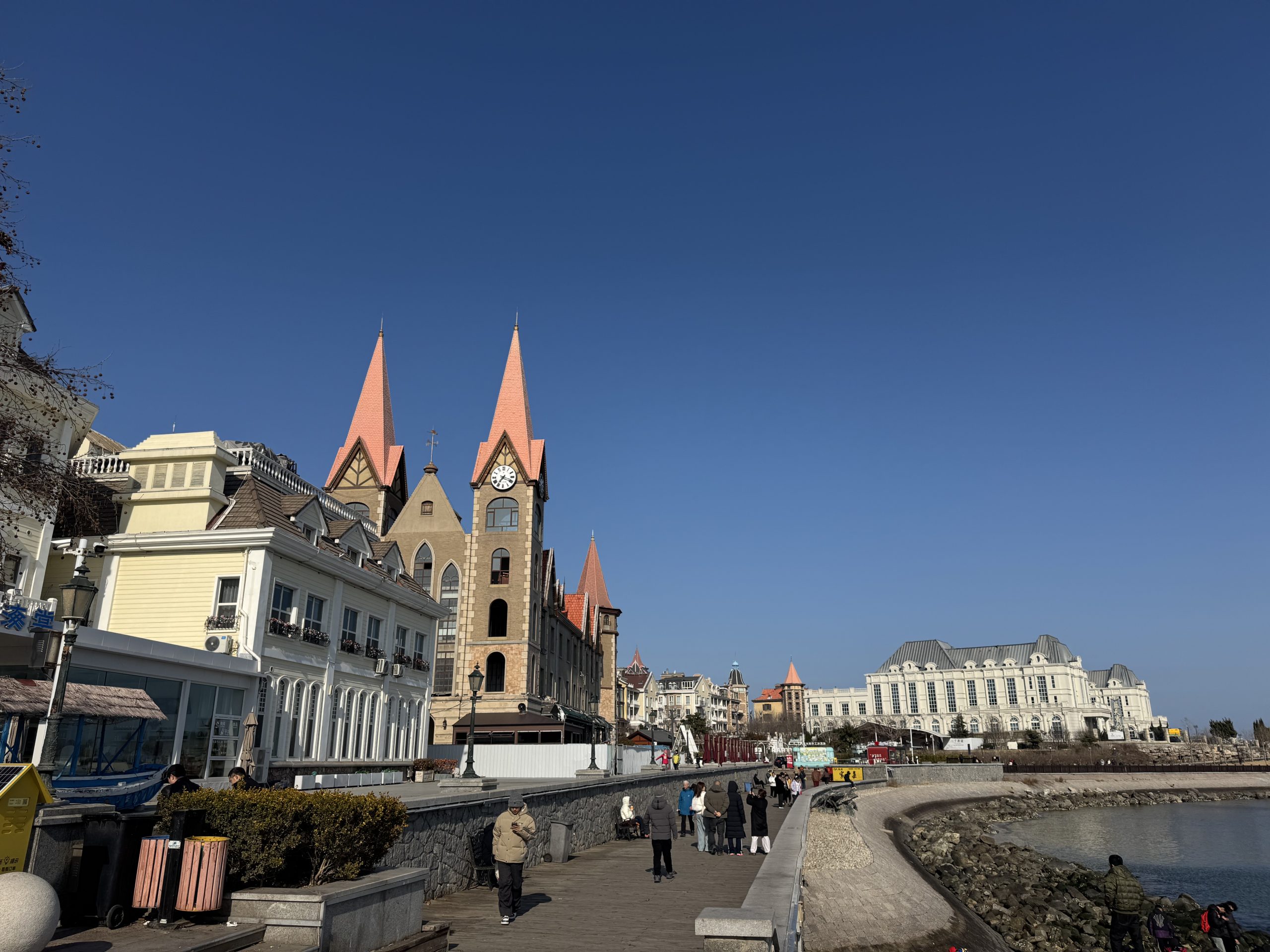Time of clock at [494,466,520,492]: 7:18
